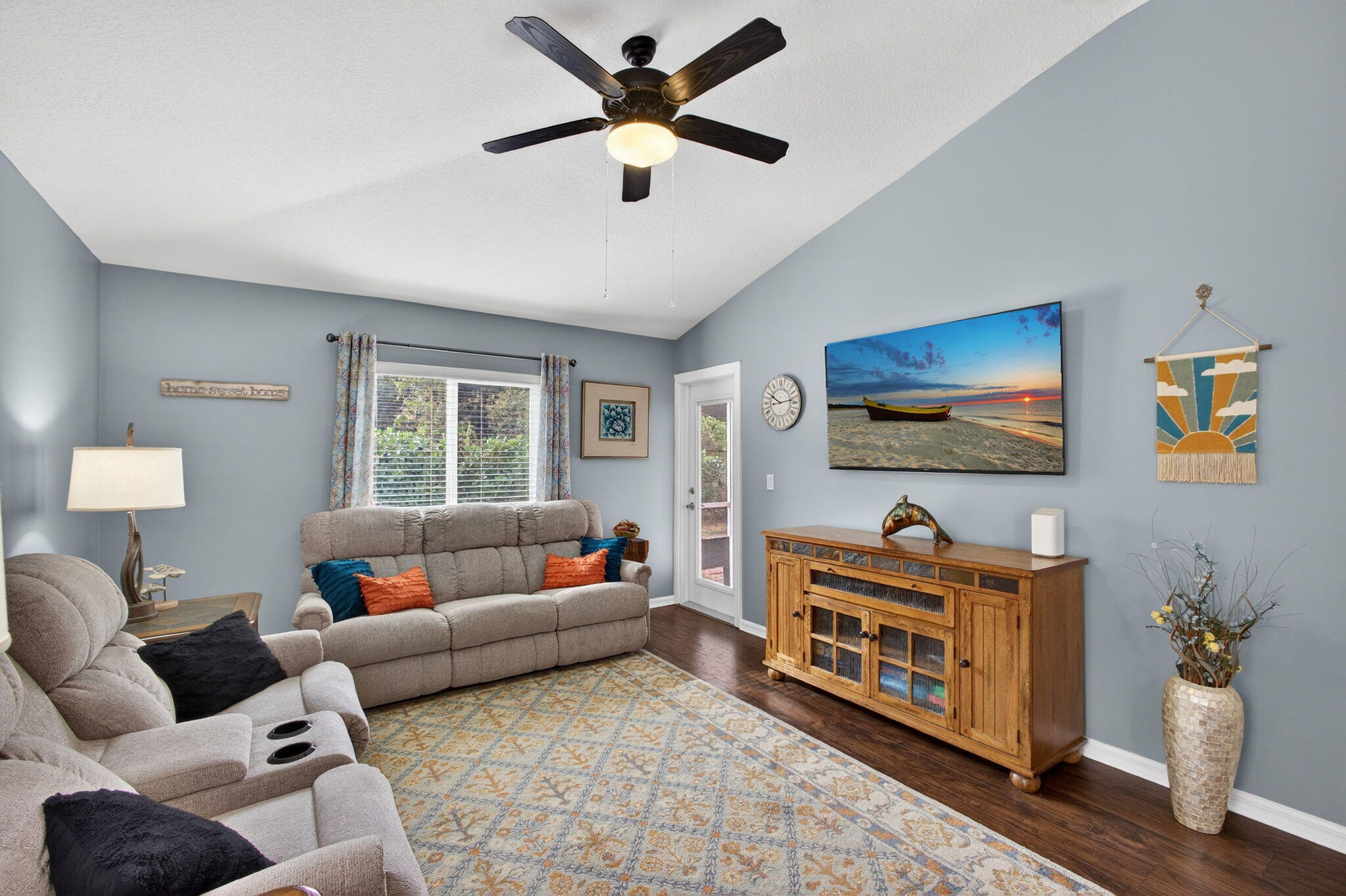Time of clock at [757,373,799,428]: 10:13
